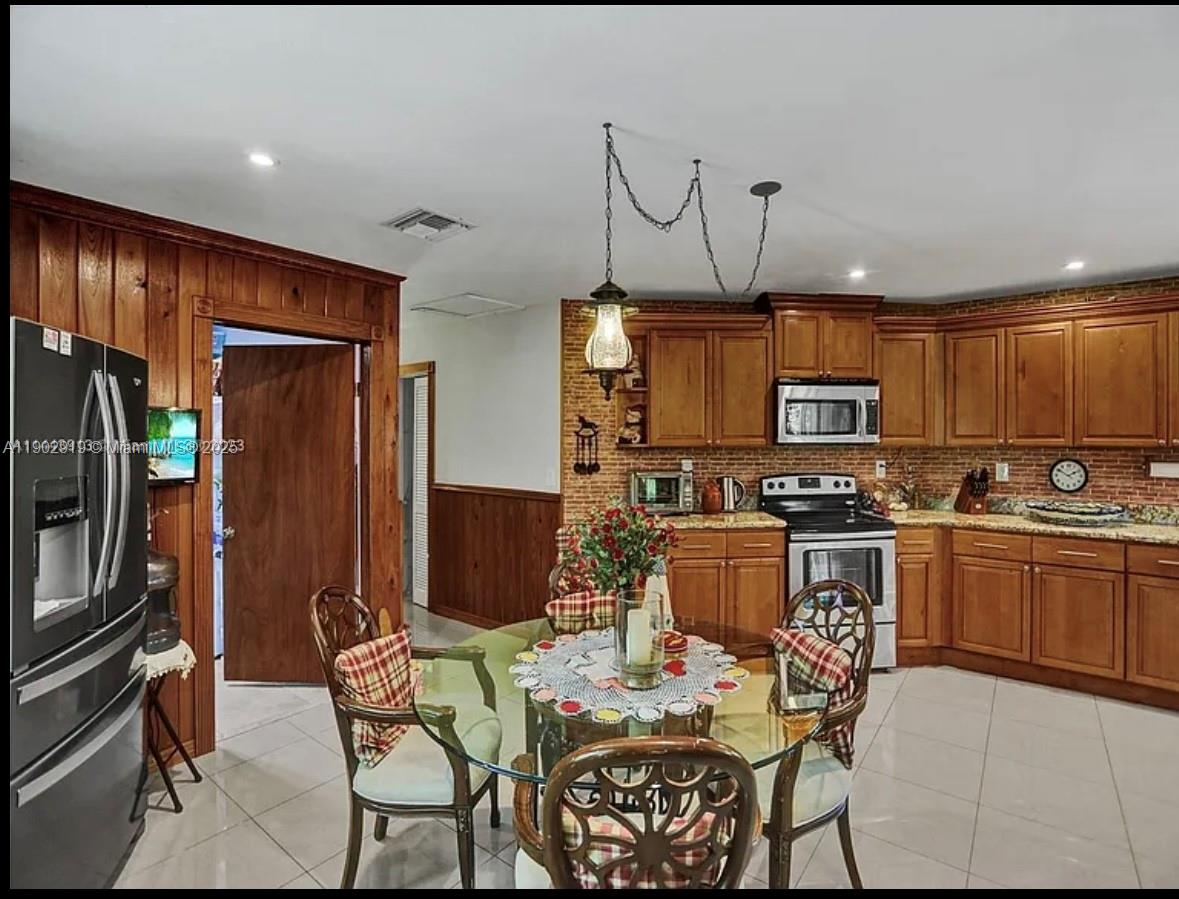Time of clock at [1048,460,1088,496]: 1:50
